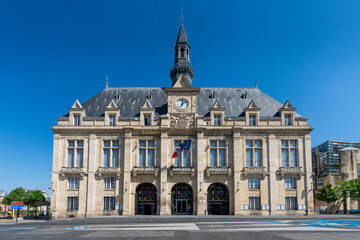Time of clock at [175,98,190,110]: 12:07
